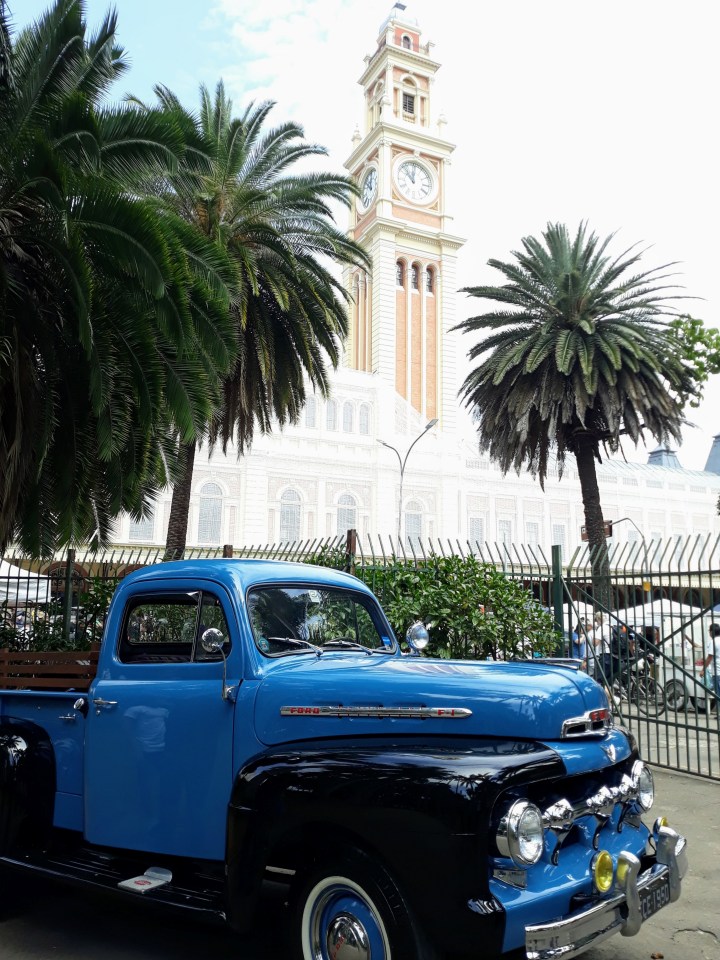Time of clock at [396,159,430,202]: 11:52
